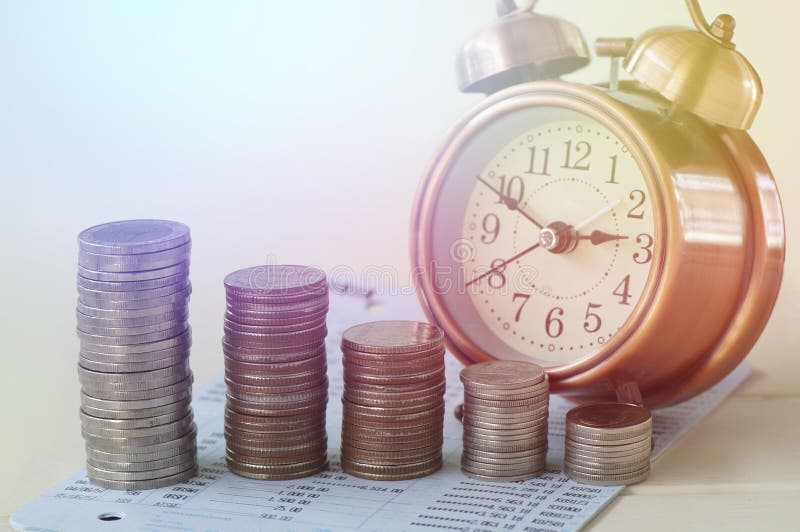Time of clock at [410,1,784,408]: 2:49
